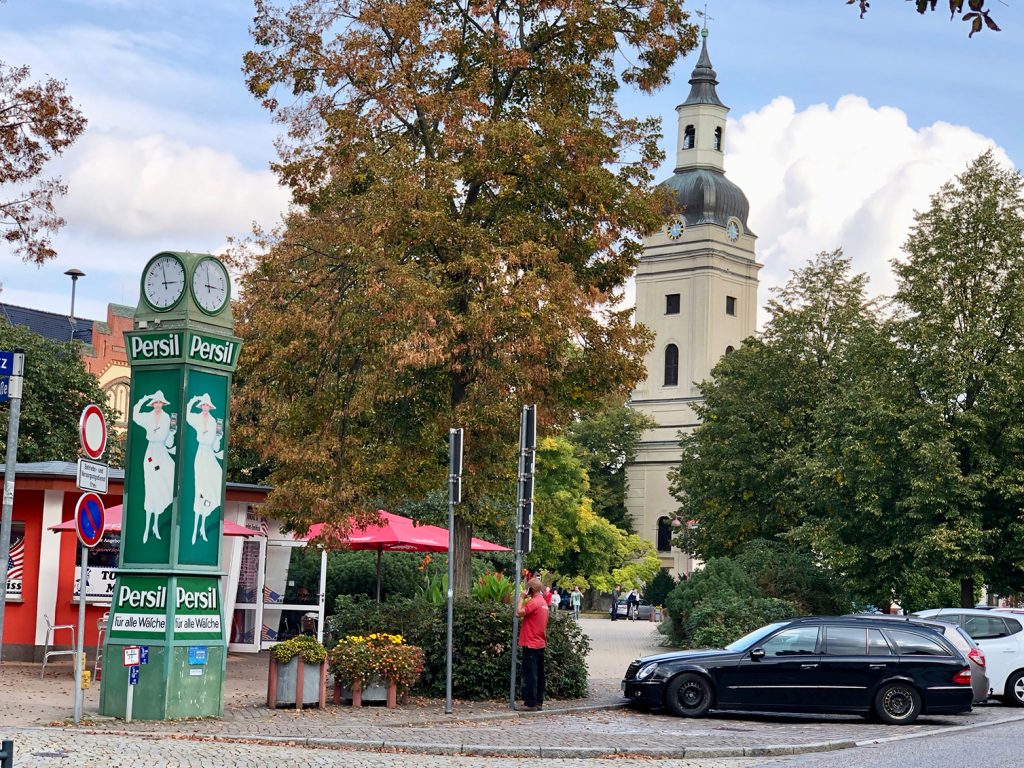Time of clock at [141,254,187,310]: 2:57
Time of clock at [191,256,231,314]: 2:58
